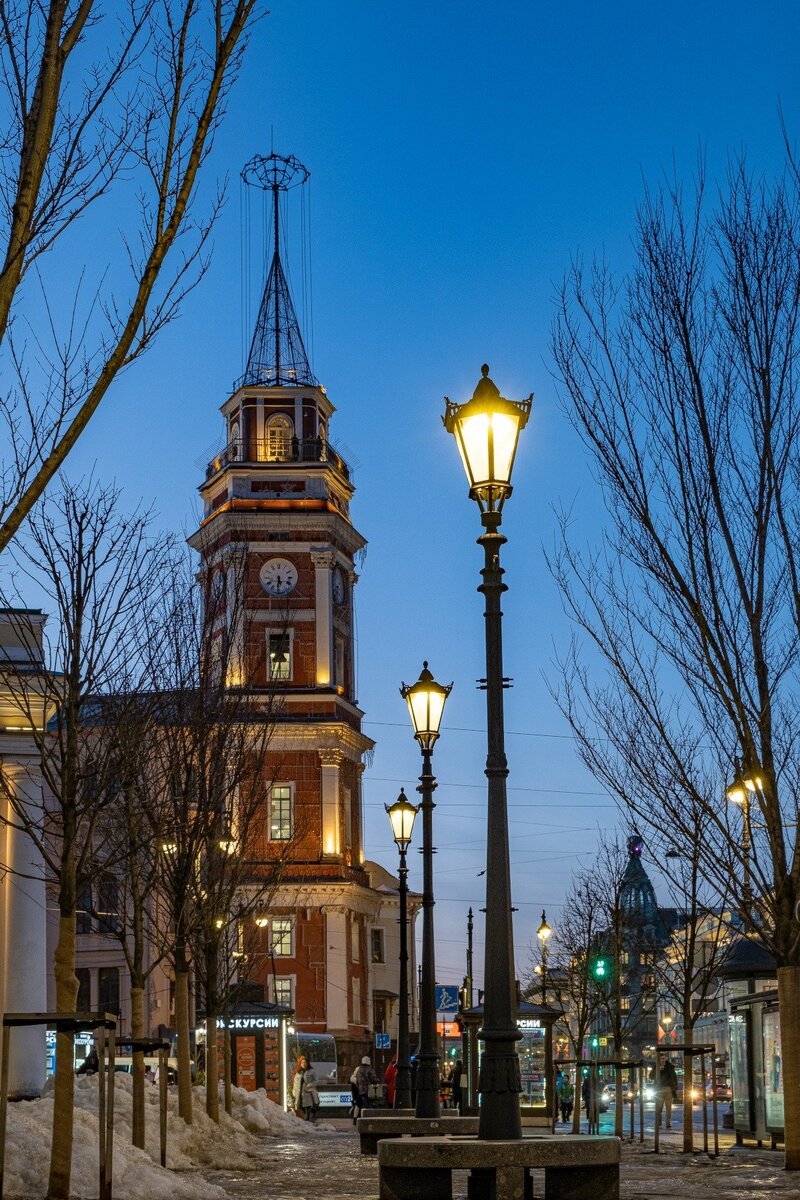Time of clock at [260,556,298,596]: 5:31
